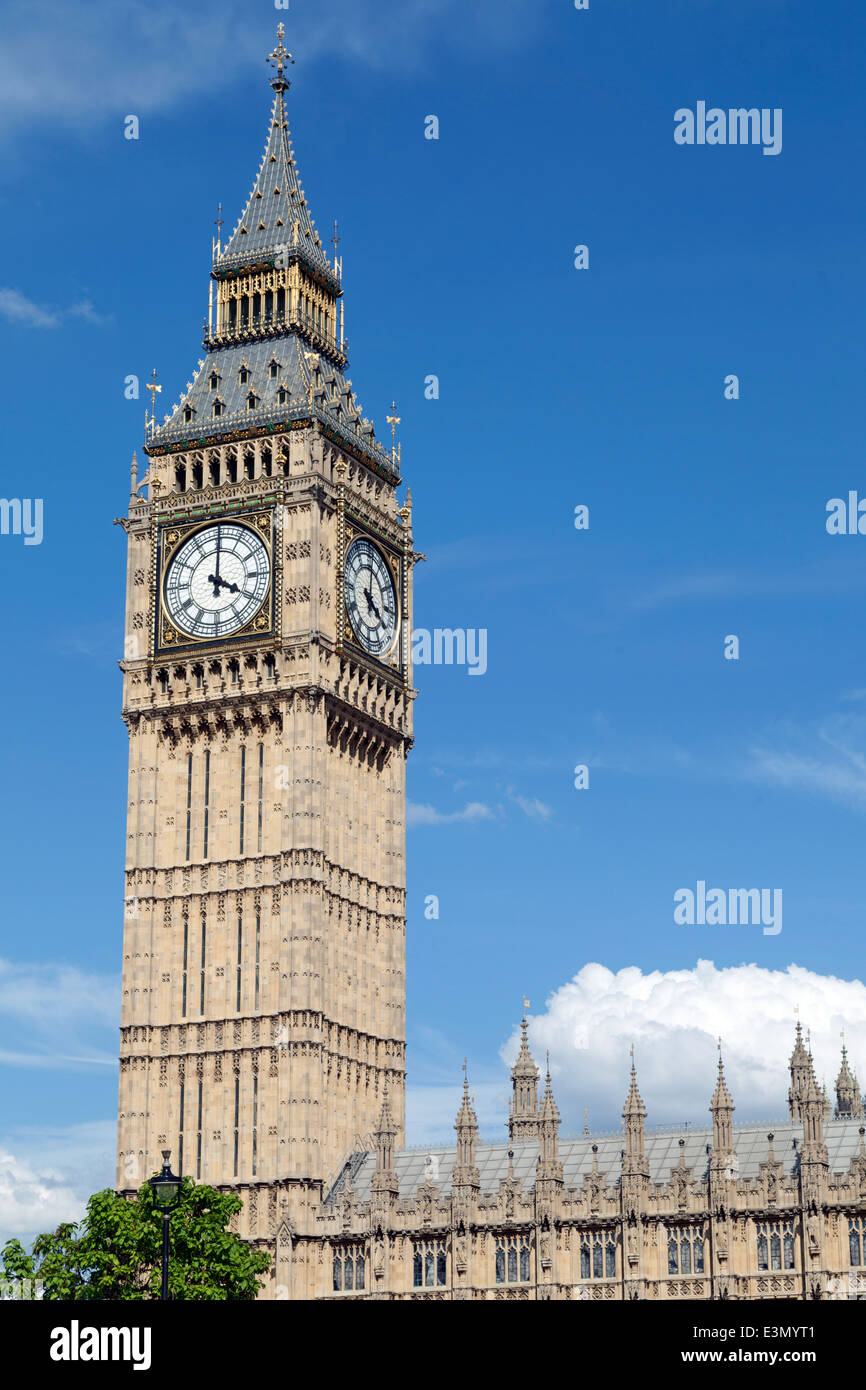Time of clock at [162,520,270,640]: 4:00
